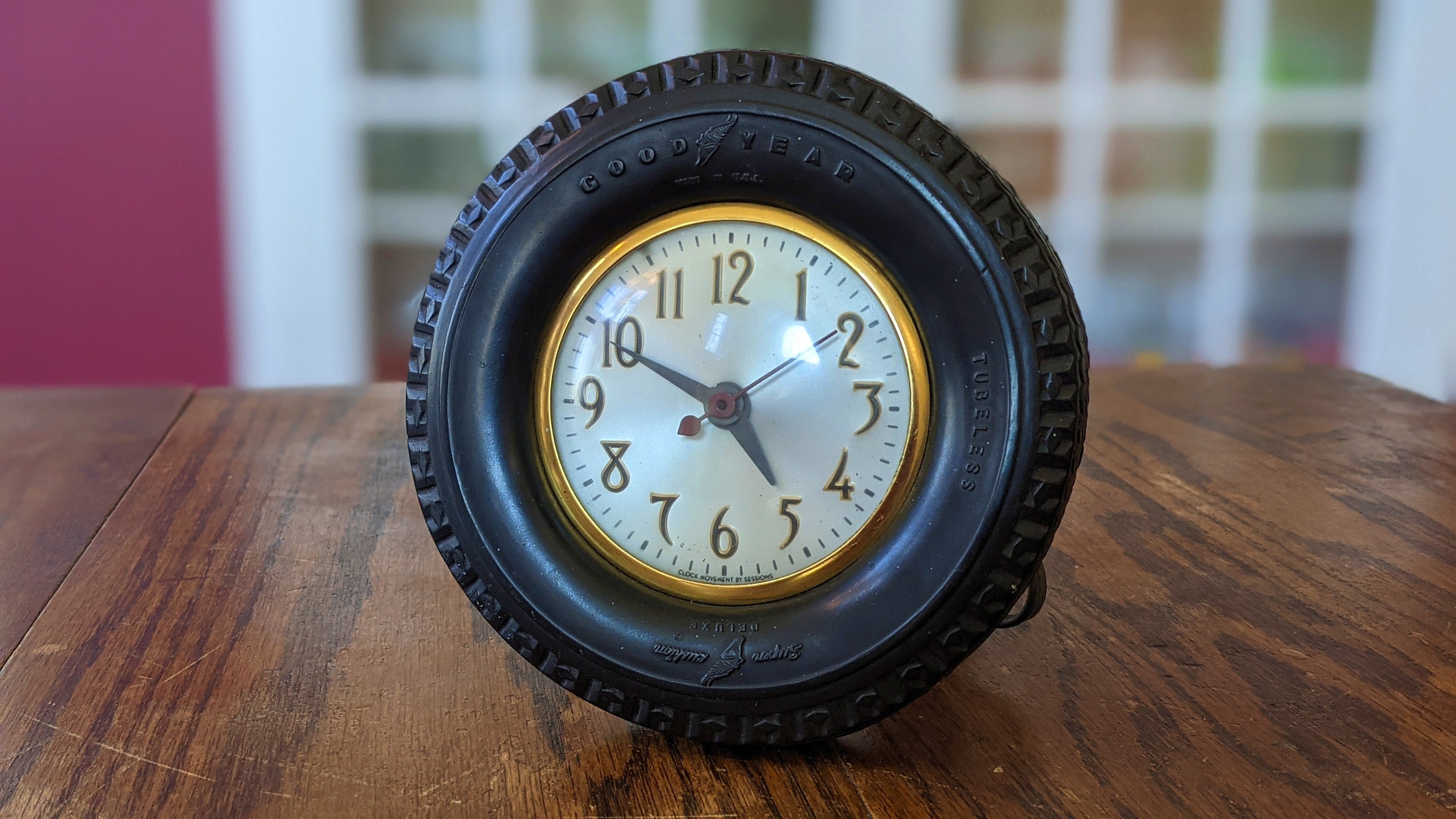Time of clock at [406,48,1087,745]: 4:49
